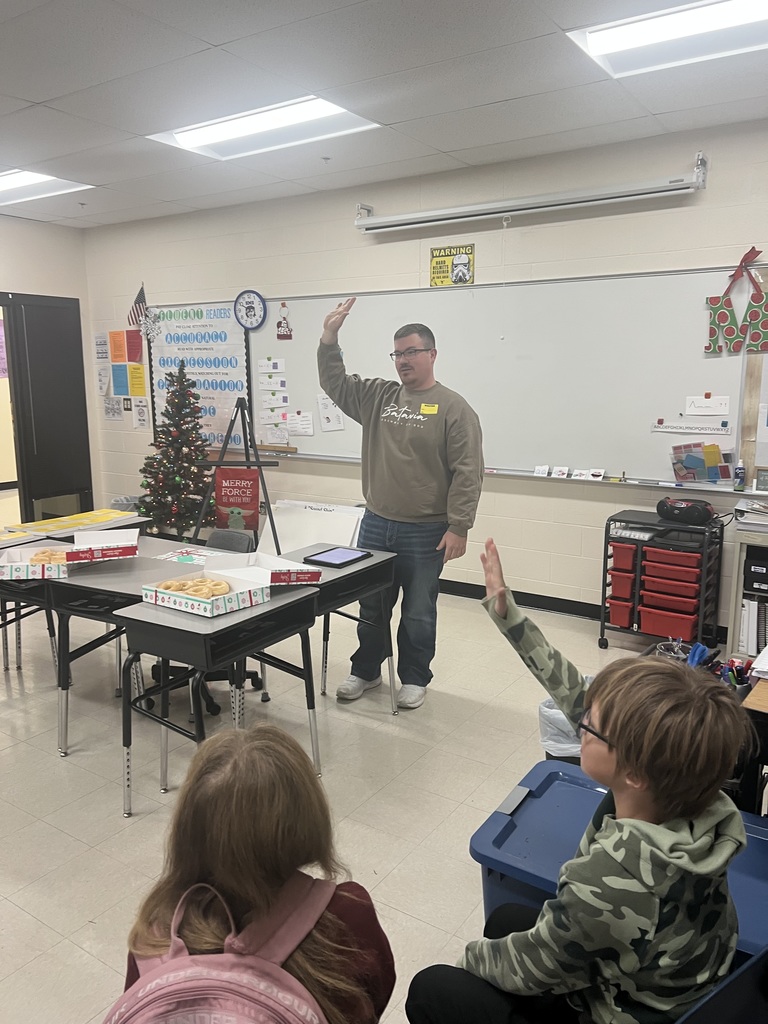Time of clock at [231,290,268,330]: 6:49
